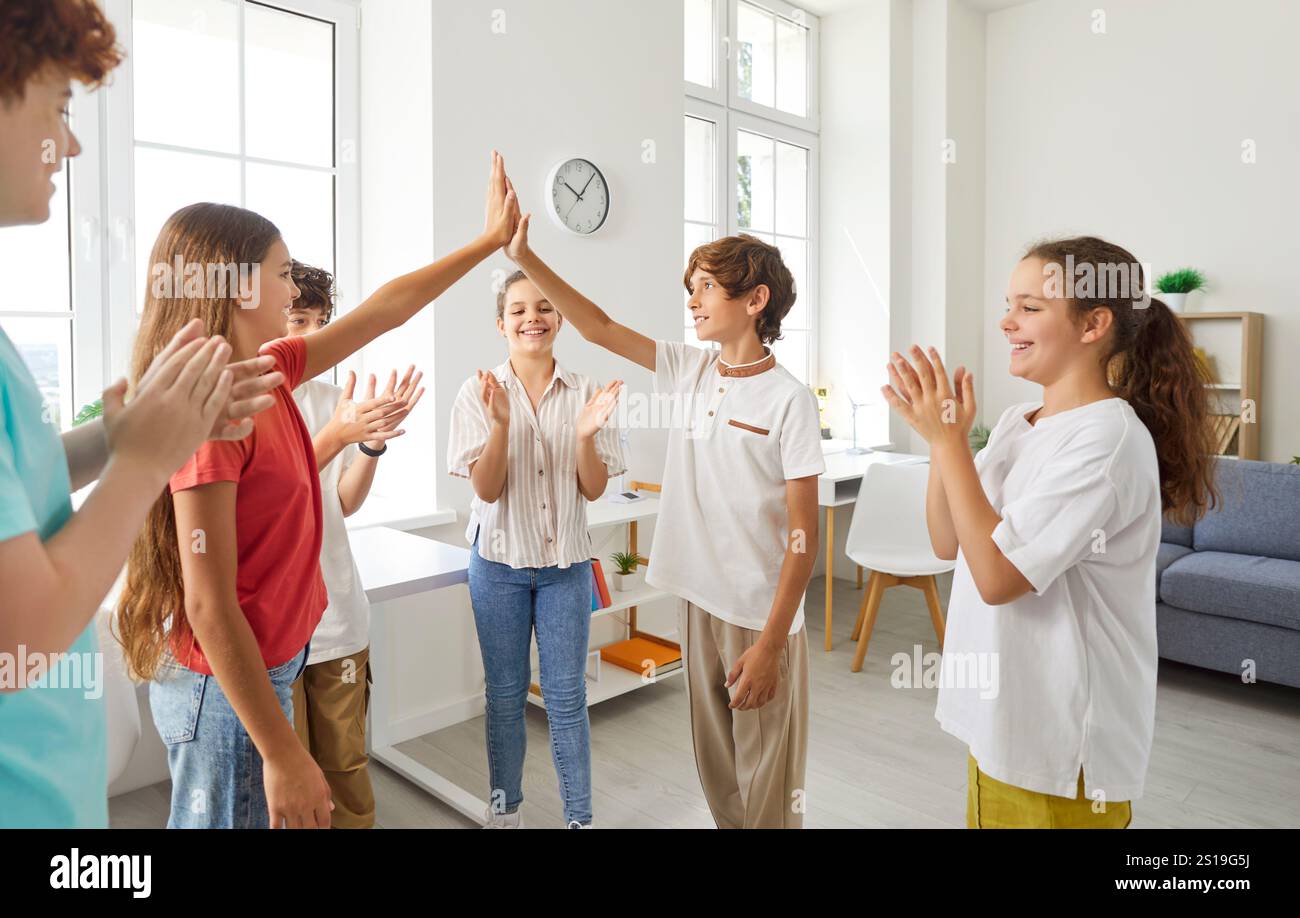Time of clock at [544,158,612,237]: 10:06
